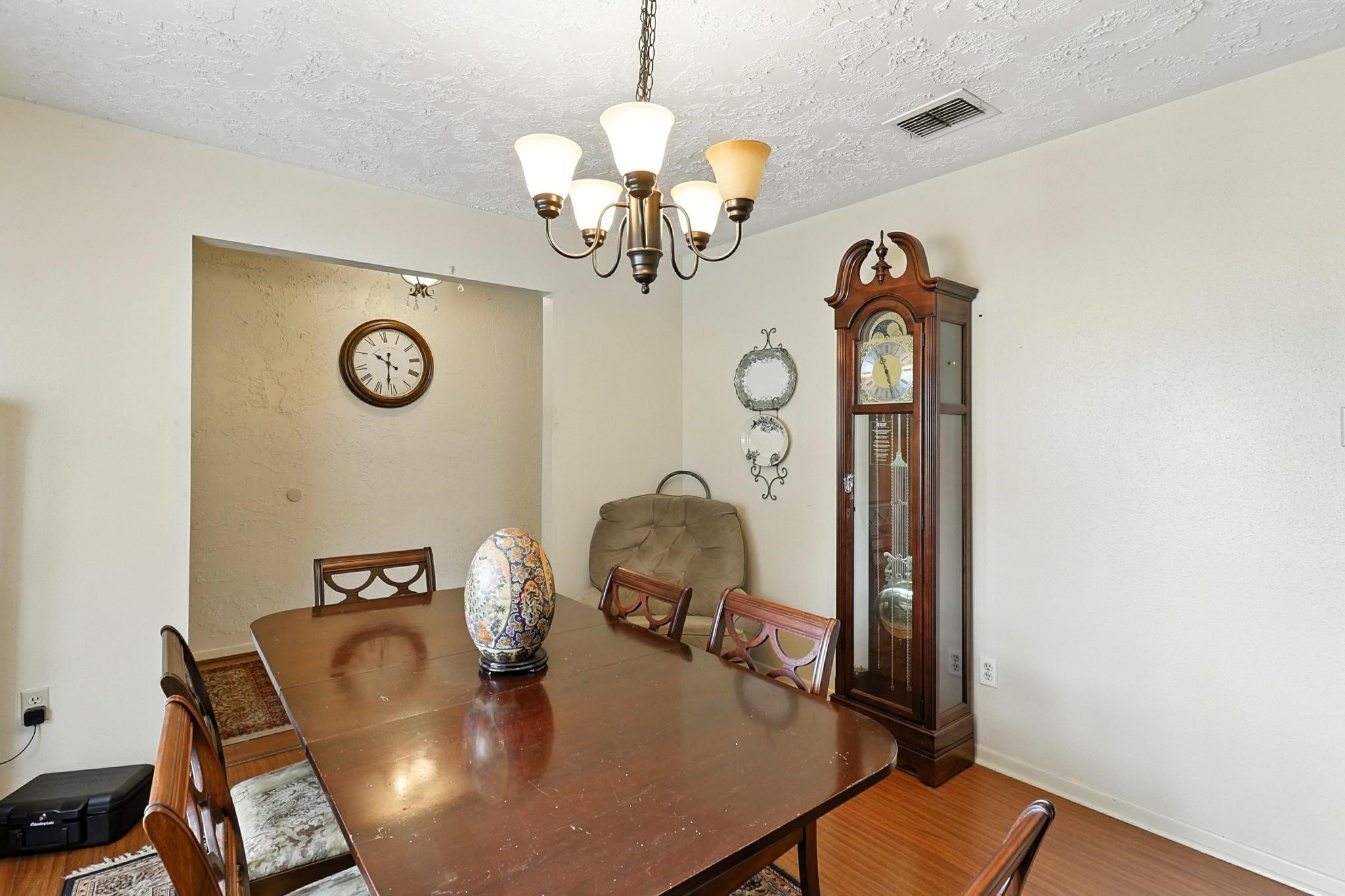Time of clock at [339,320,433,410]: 10:31
